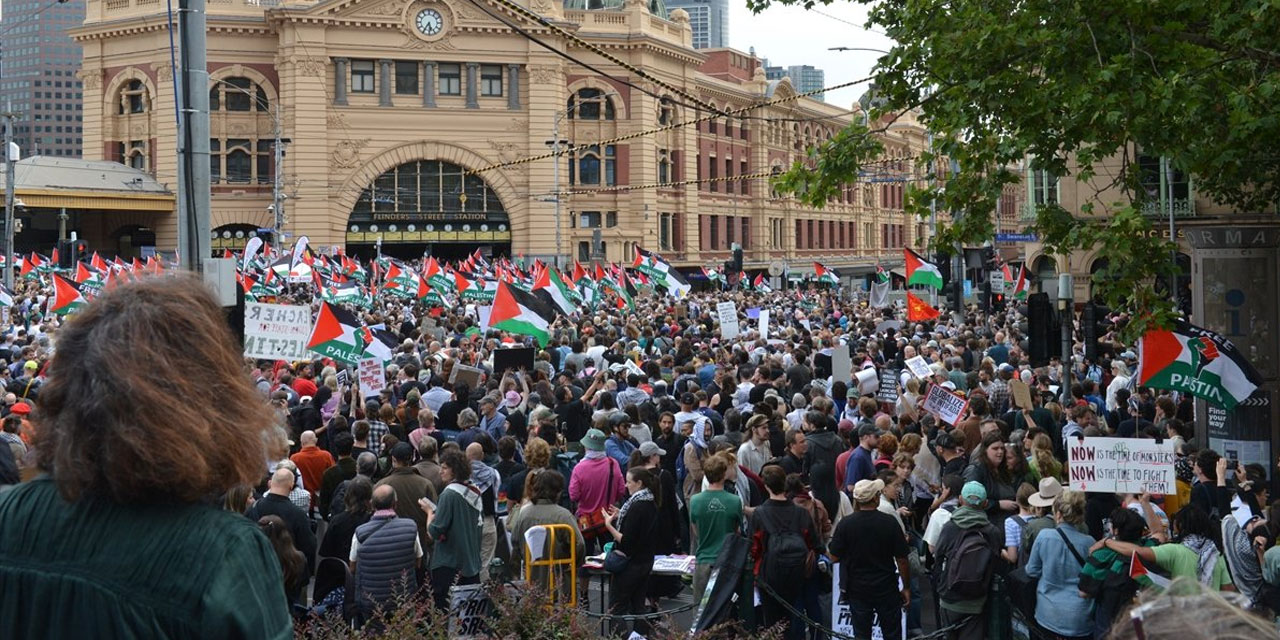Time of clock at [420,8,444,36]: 5:35
